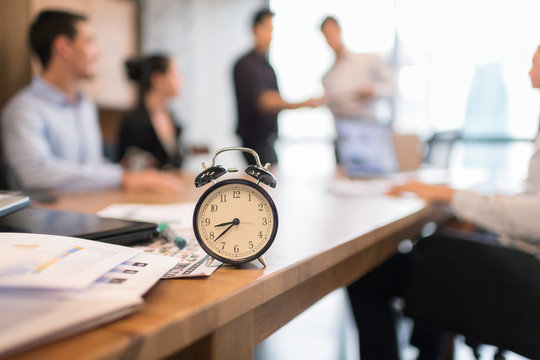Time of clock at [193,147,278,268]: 8:38
